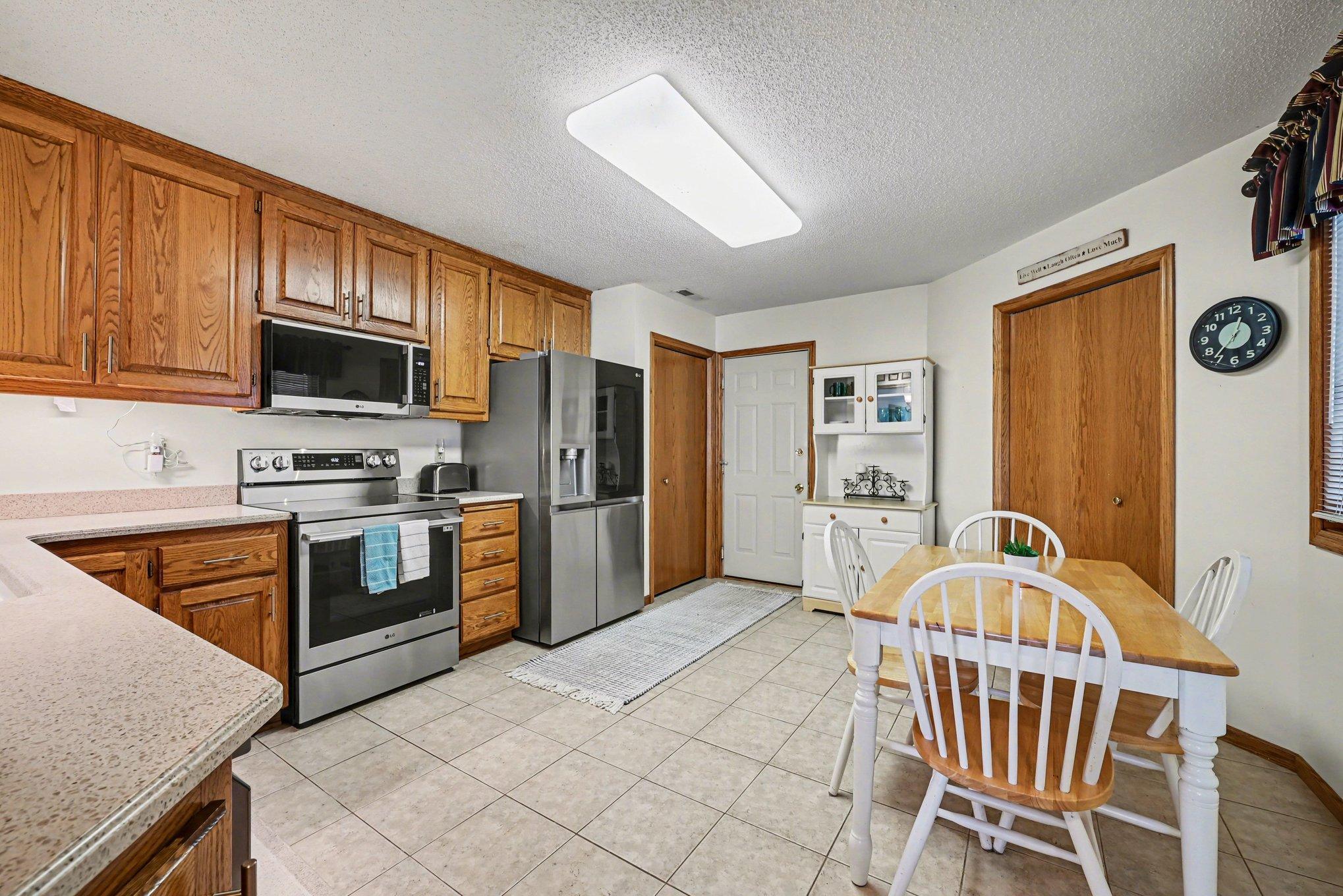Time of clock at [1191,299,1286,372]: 12:36
